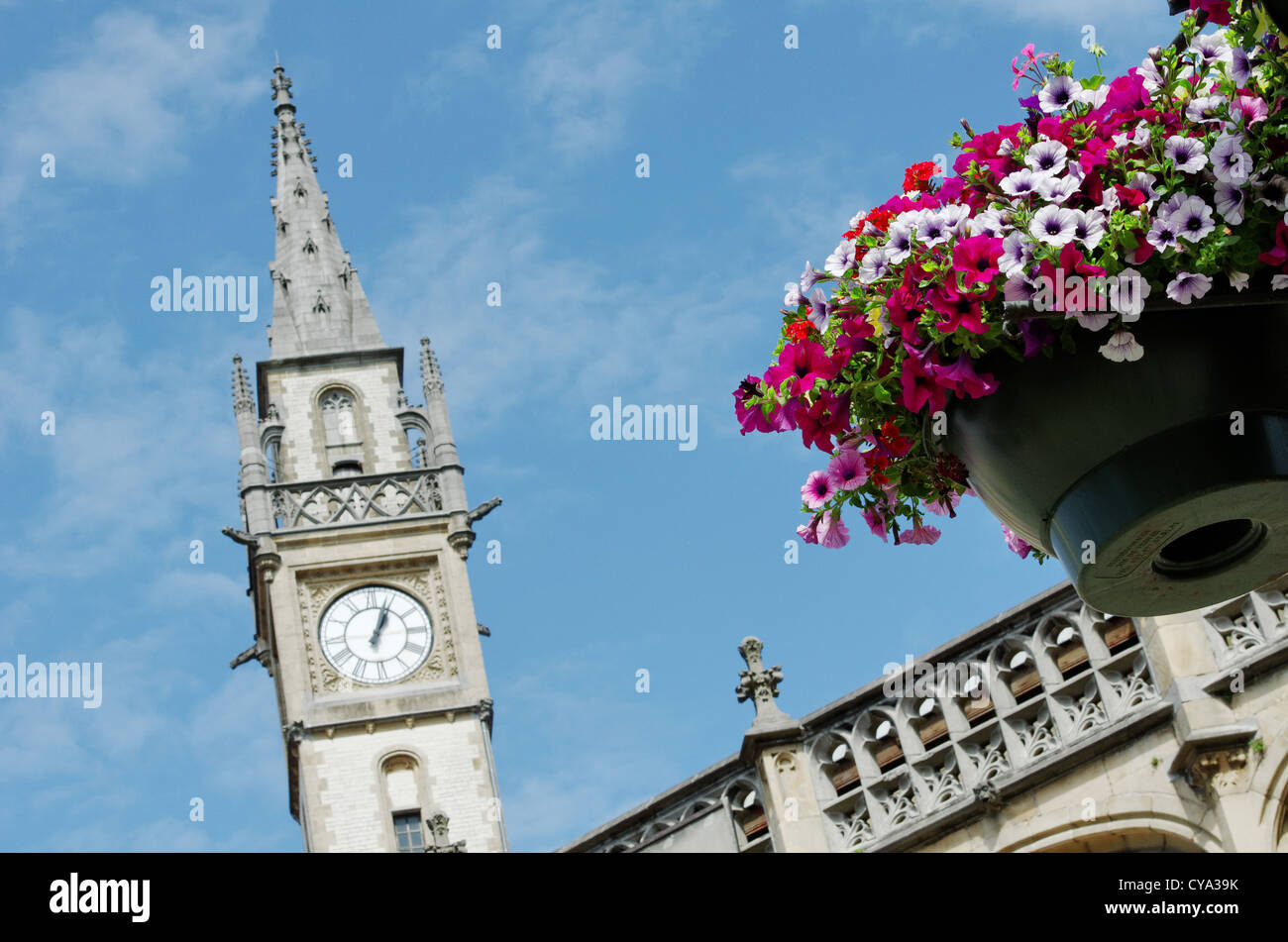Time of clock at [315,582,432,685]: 1:03
